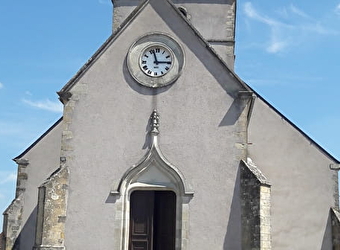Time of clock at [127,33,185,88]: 2:57
